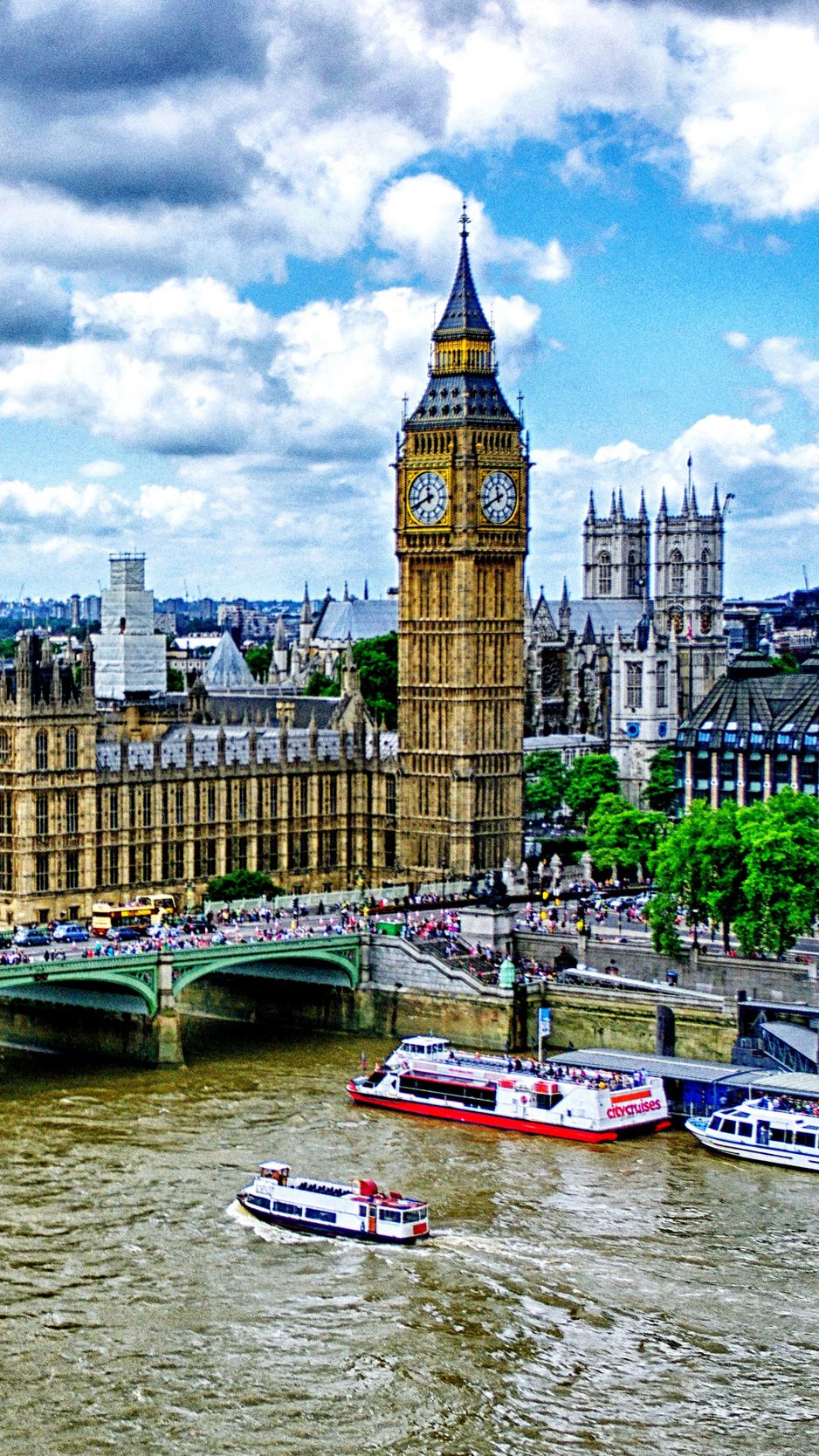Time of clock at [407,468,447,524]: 11:41
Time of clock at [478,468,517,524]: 11:40
